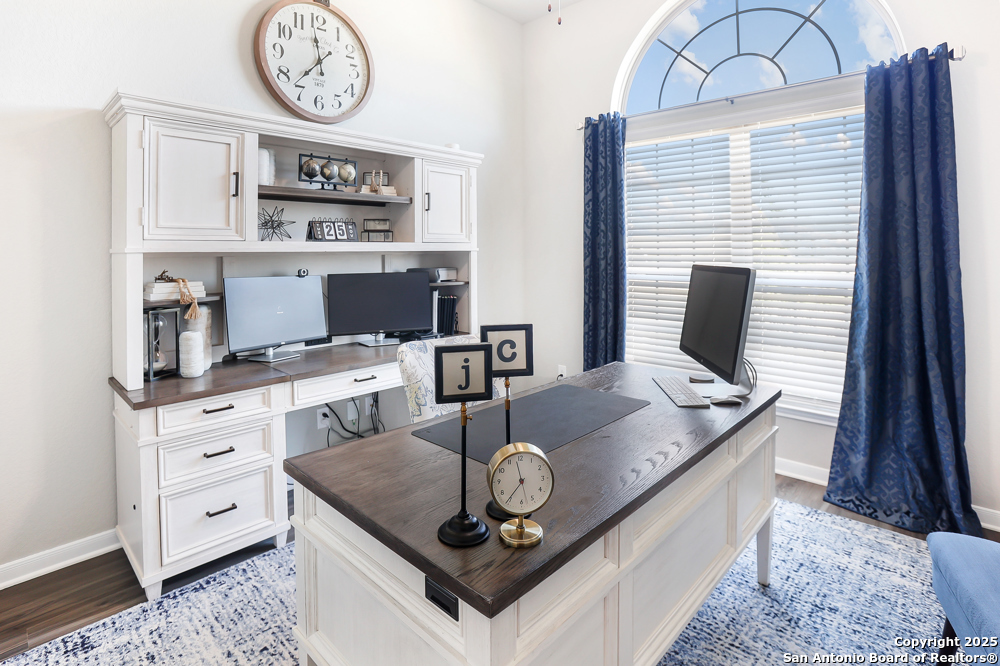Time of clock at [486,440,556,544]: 11:35
